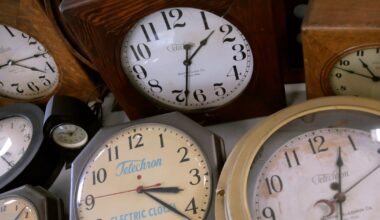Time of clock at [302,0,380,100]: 10:47
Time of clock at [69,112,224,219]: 3:21
